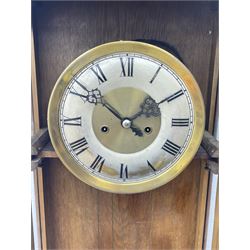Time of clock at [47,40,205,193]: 1:51
